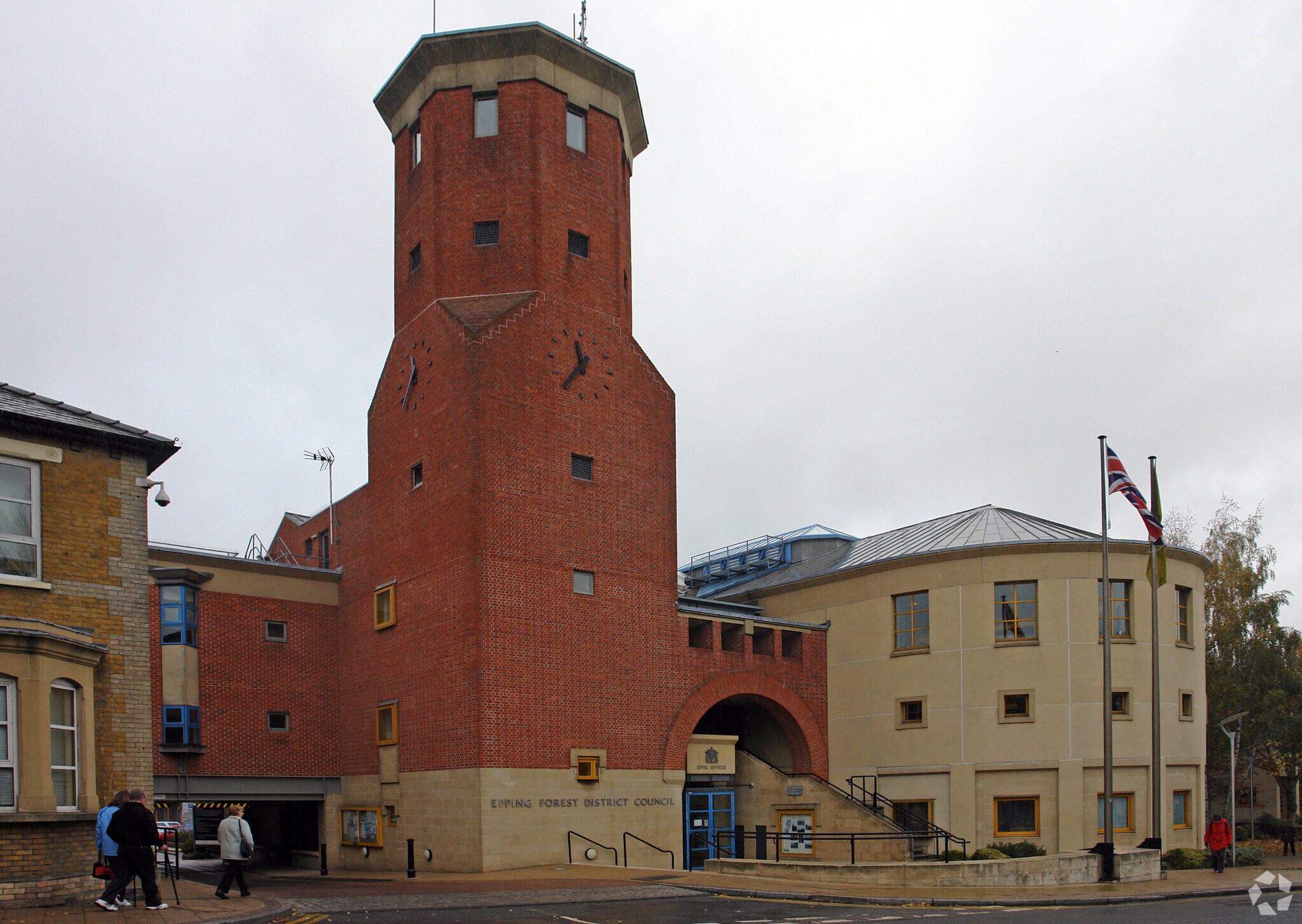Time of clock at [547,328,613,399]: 11:36
